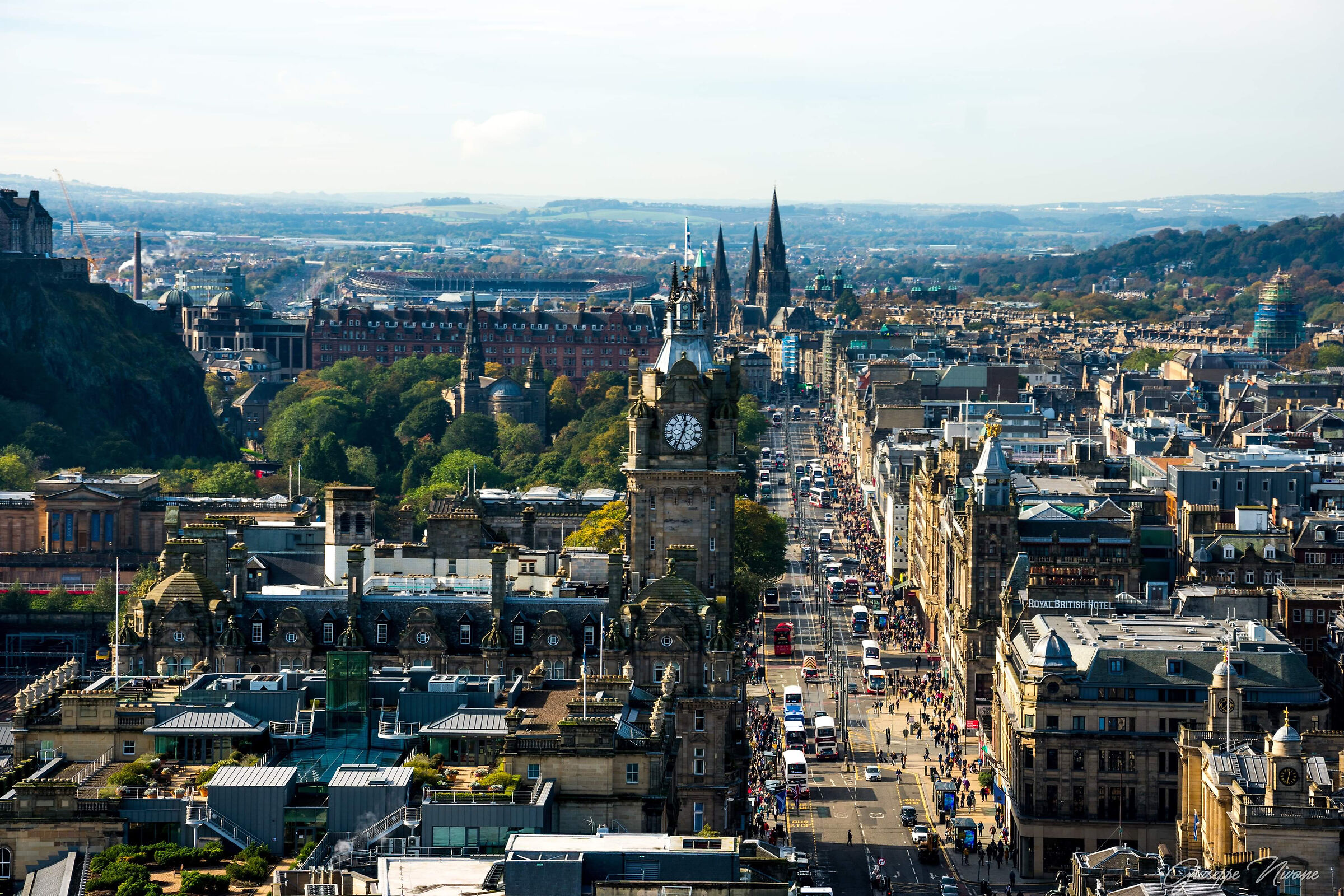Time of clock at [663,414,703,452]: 12:33
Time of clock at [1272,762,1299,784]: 12:32
